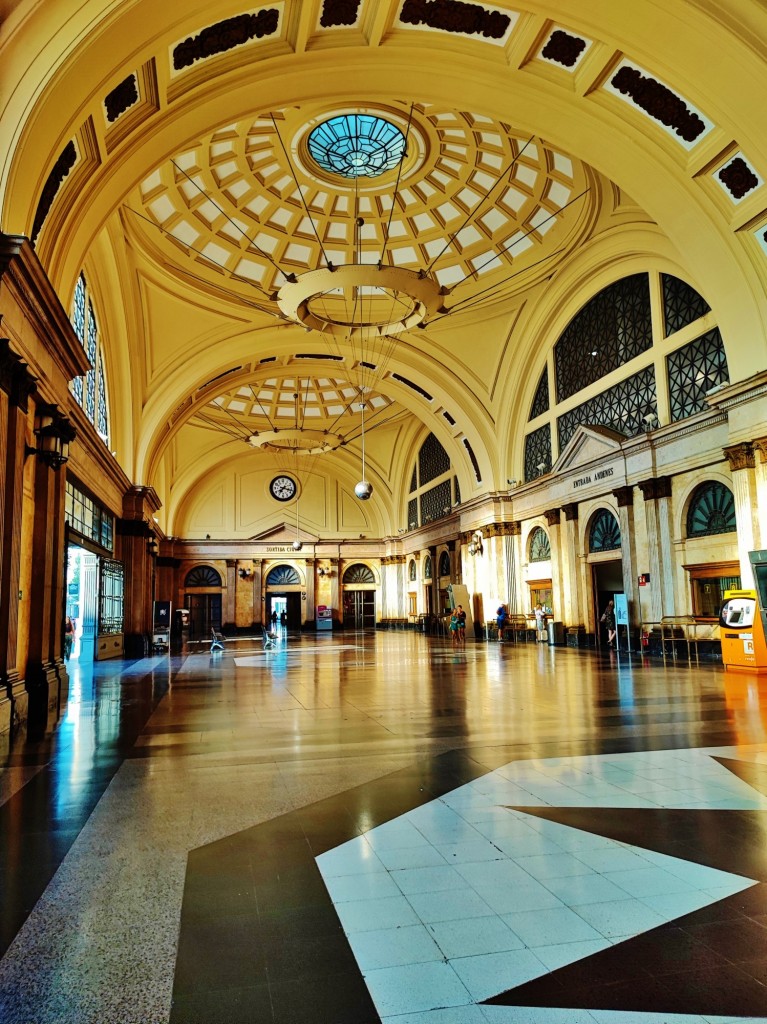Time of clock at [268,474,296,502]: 7:17
